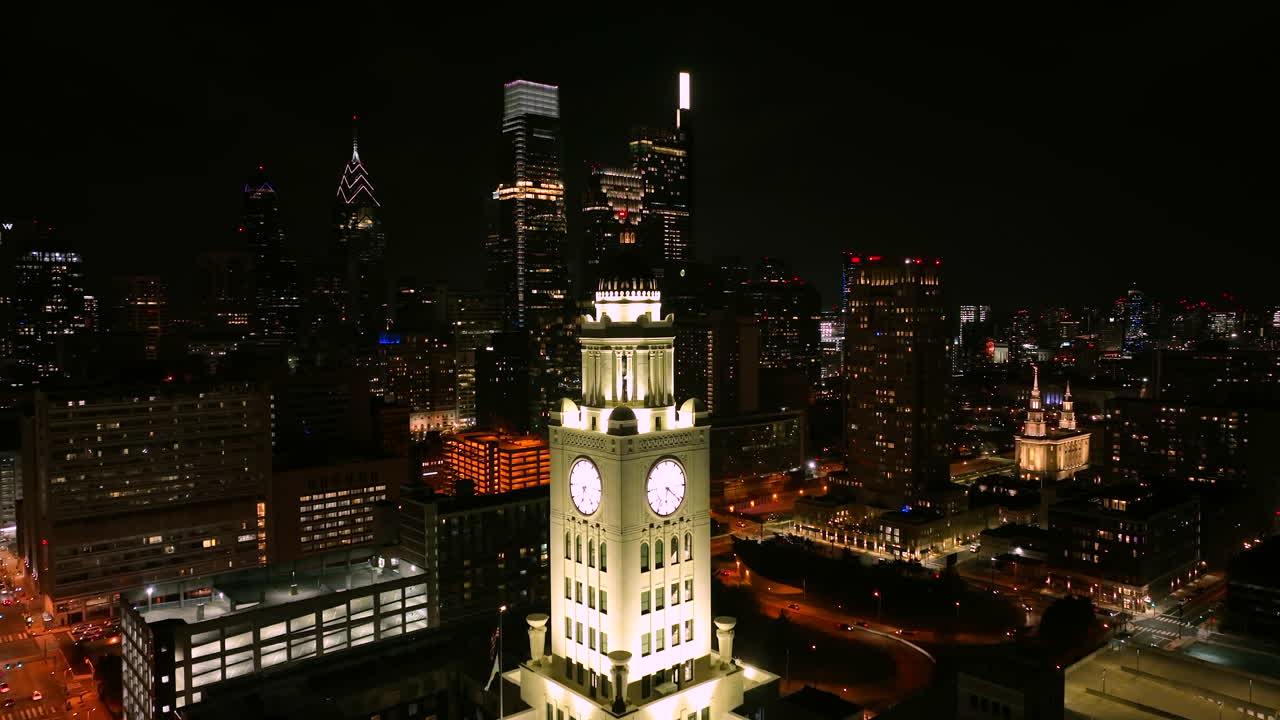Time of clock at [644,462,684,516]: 6:21
